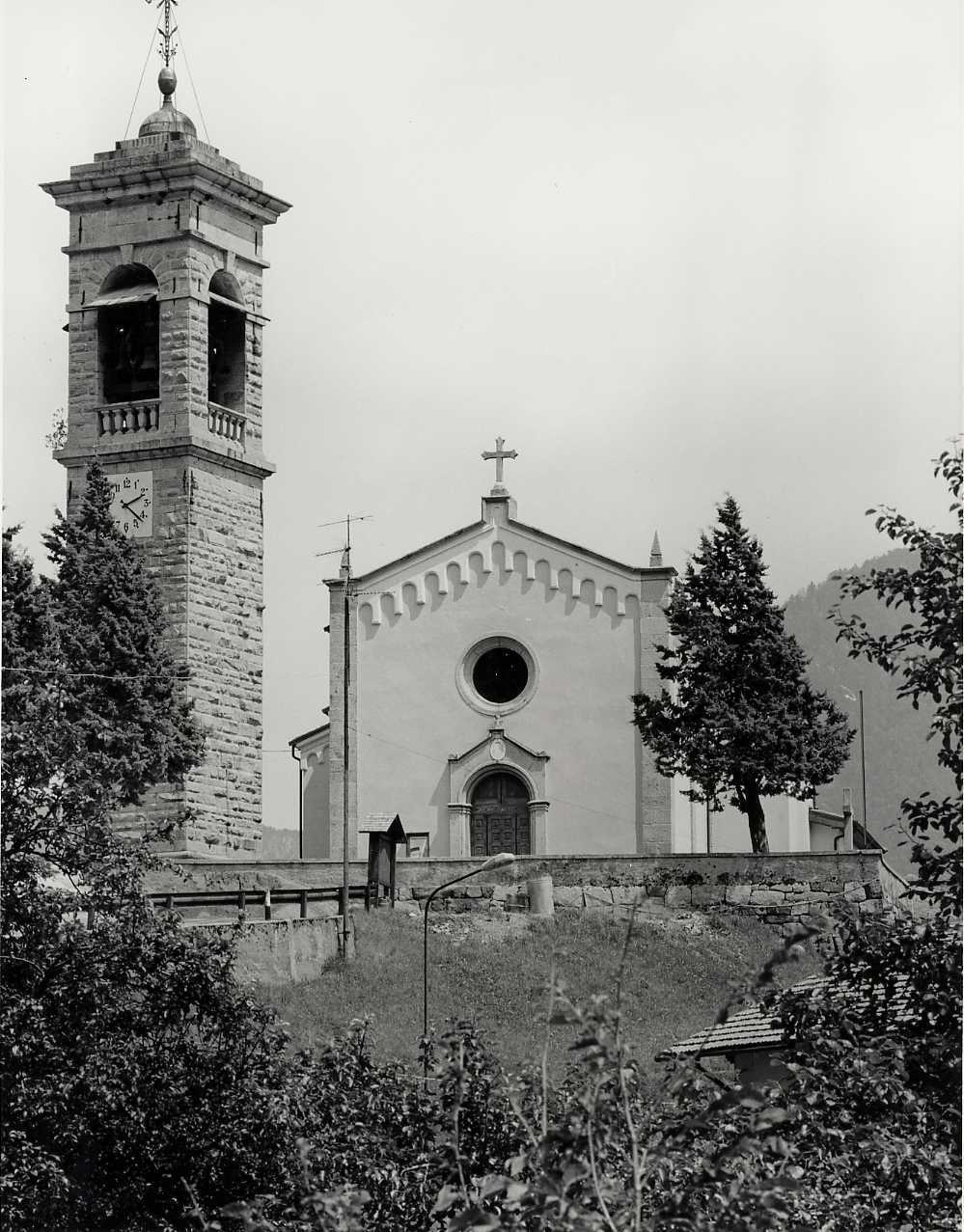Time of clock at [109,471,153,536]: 2:22
